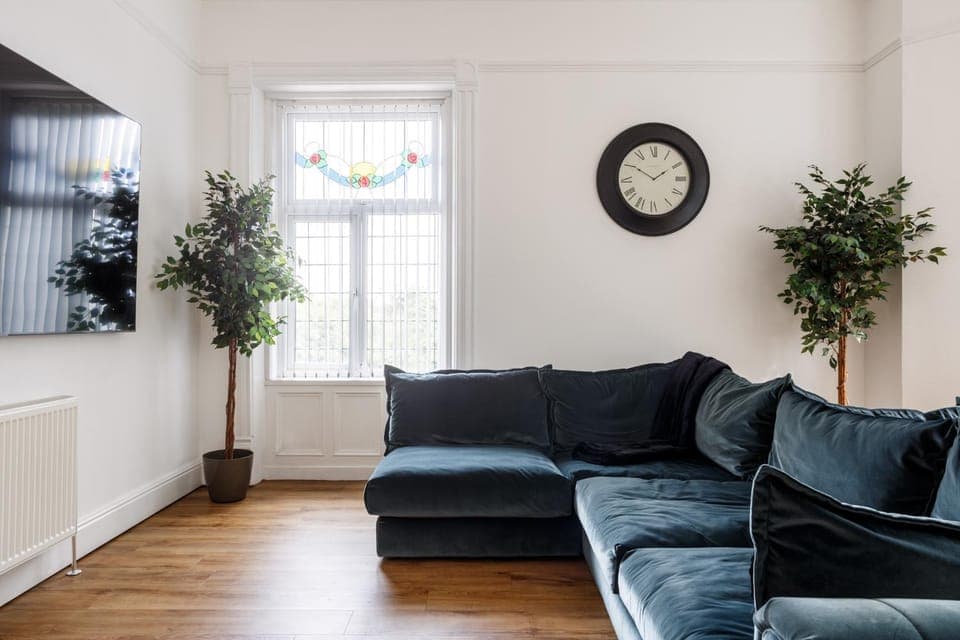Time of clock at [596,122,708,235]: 1:50
